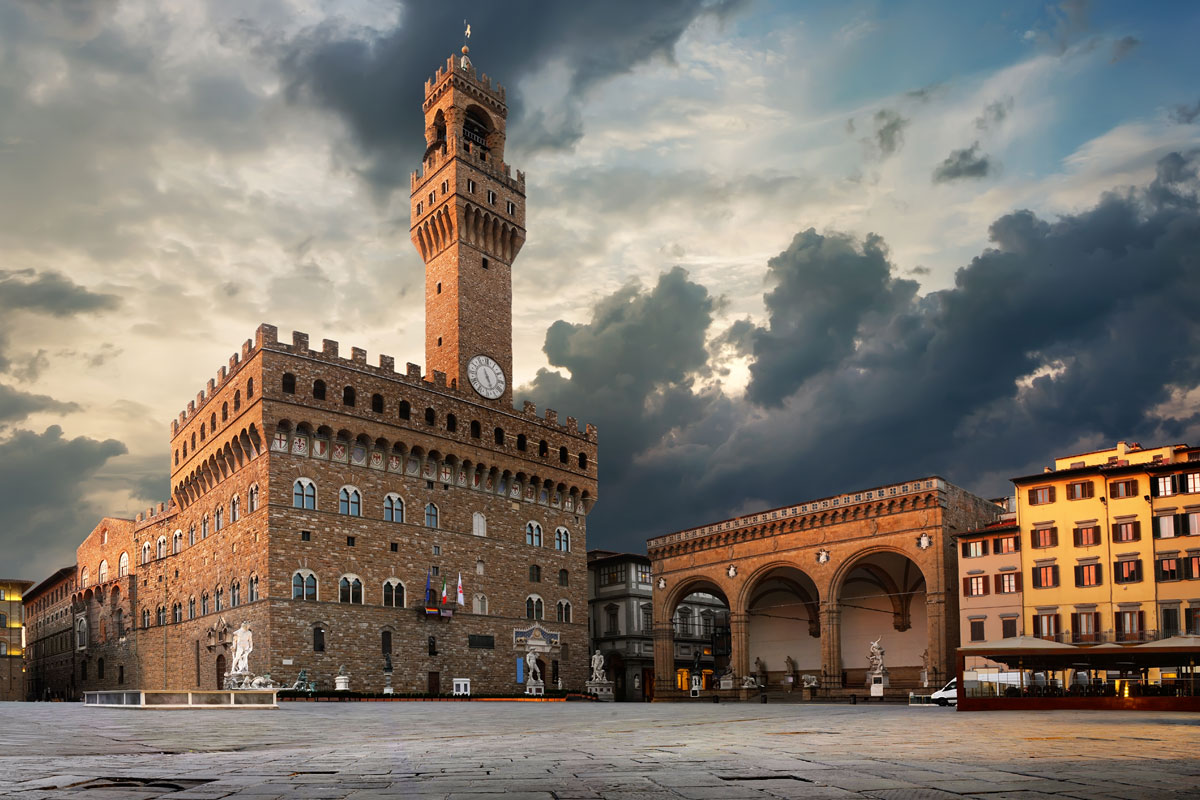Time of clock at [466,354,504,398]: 5:26
